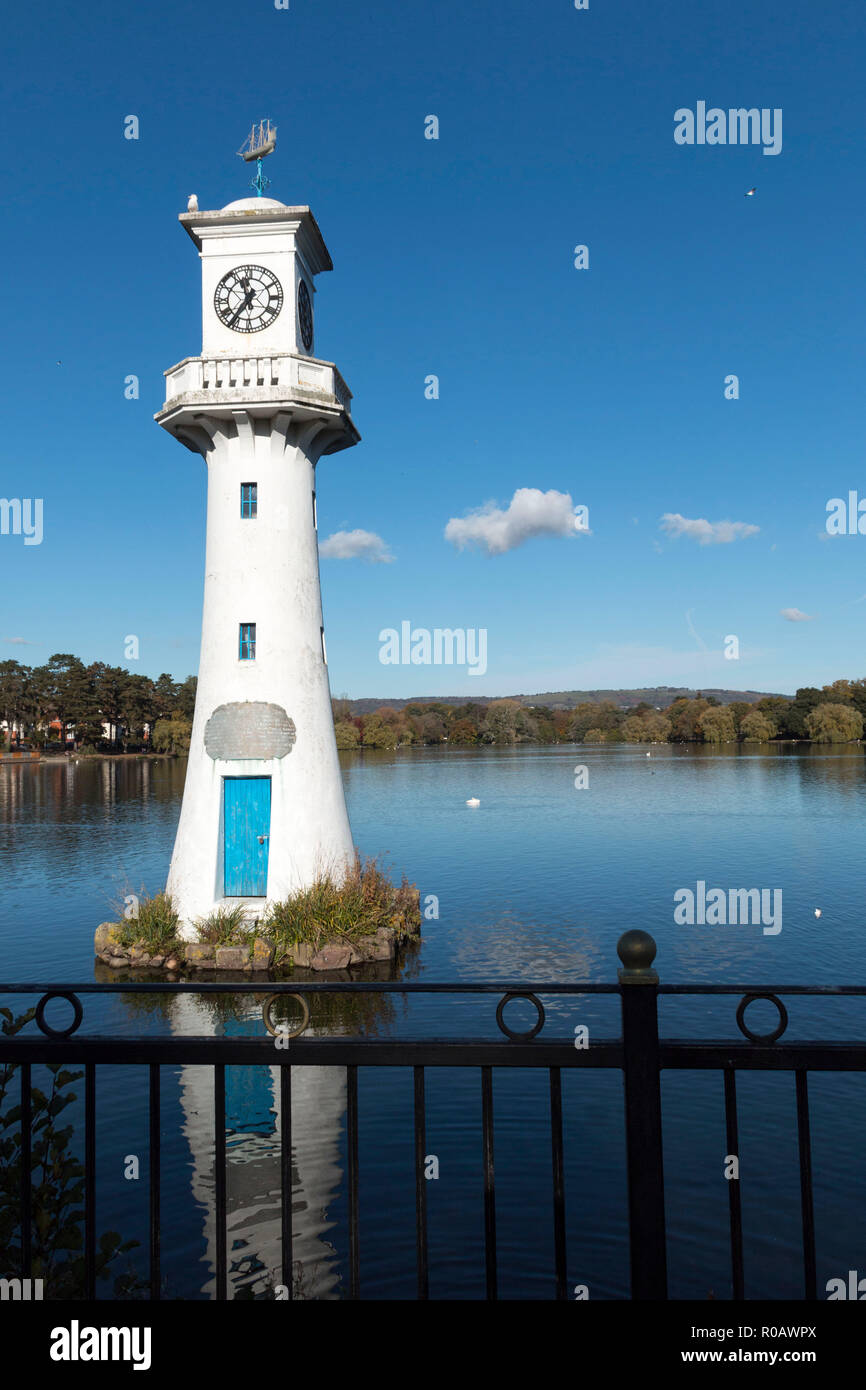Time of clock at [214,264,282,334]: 11:36
